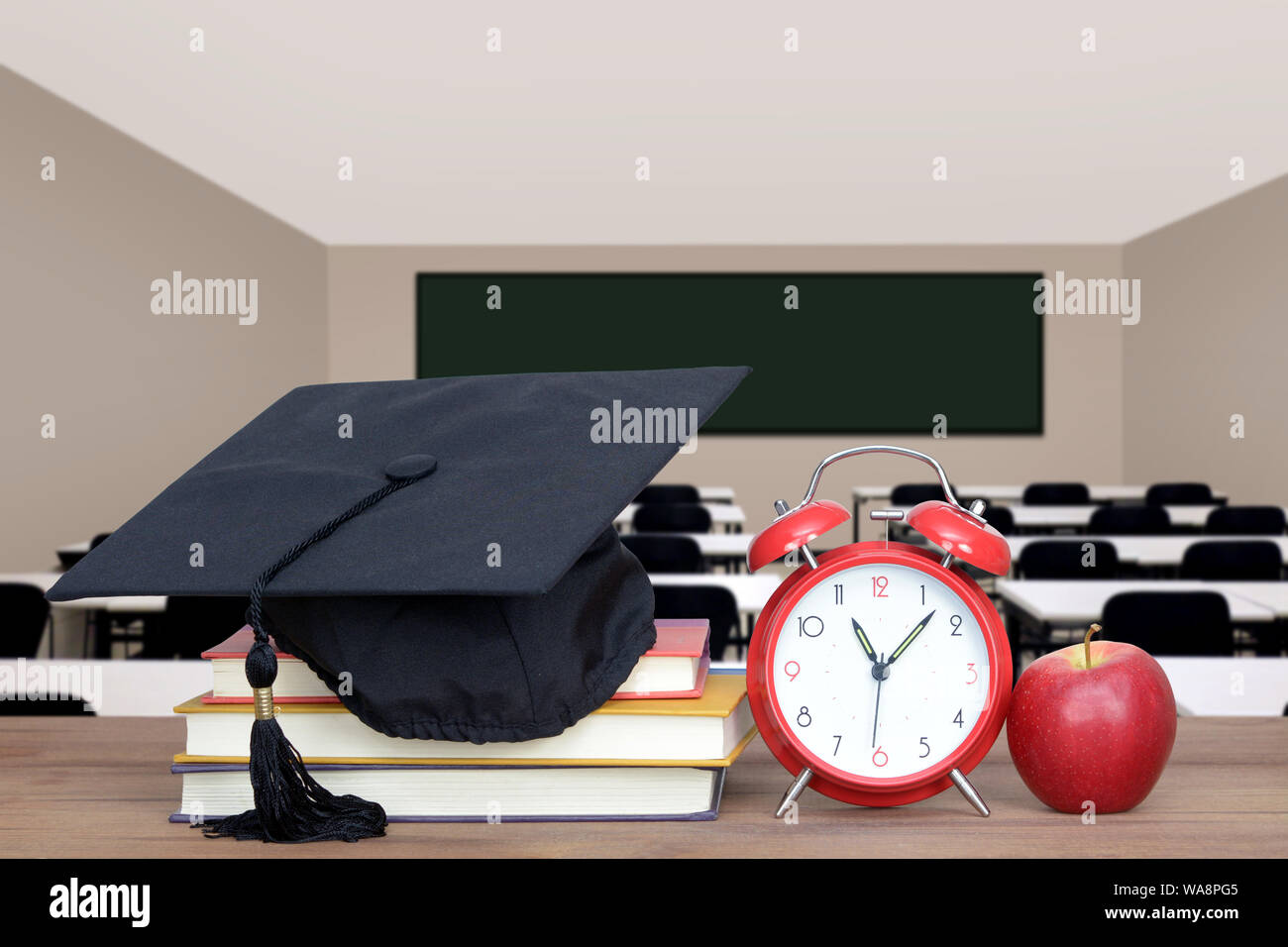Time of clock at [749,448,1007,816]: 11:07
